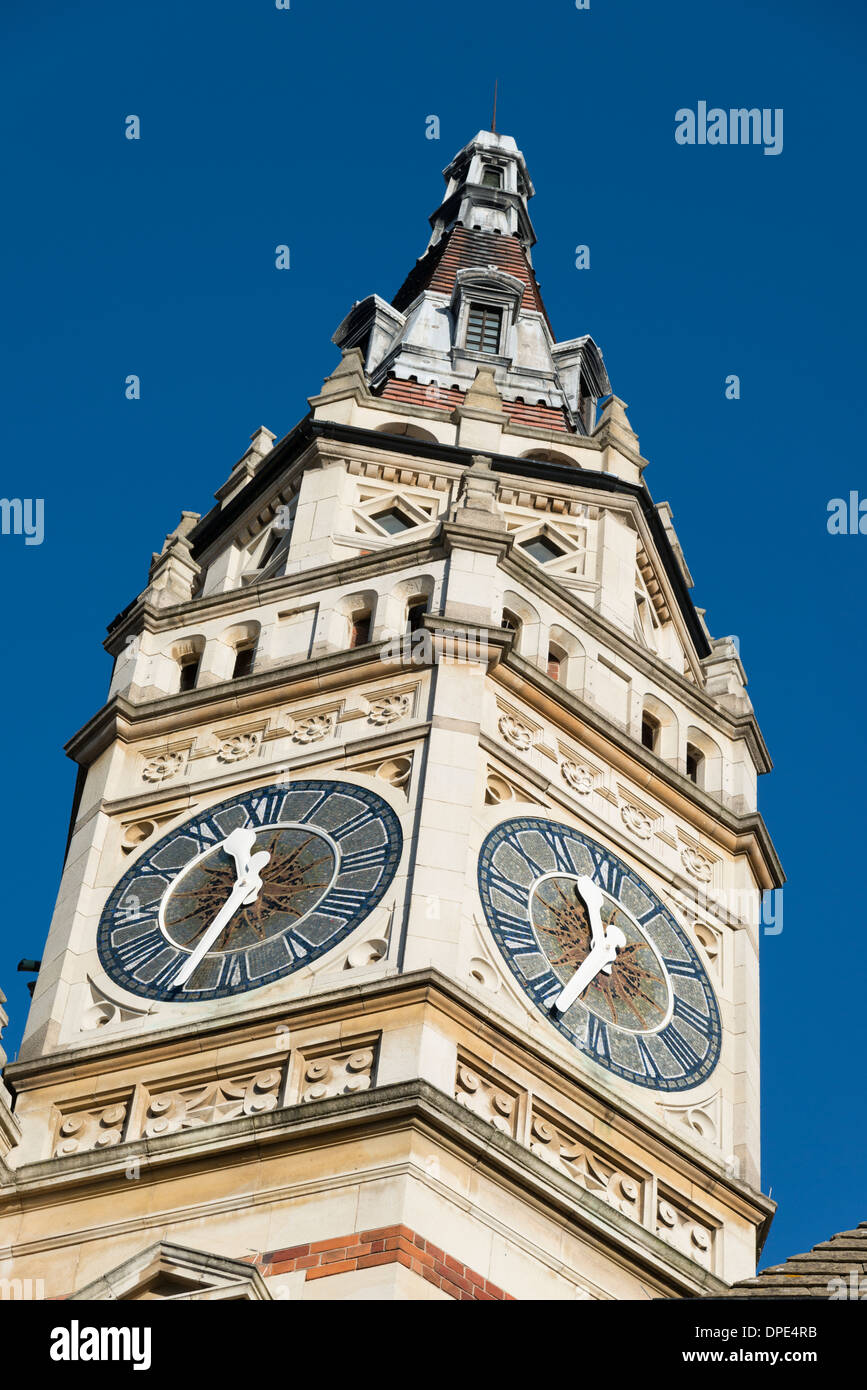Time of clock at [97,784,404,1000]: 11:34
